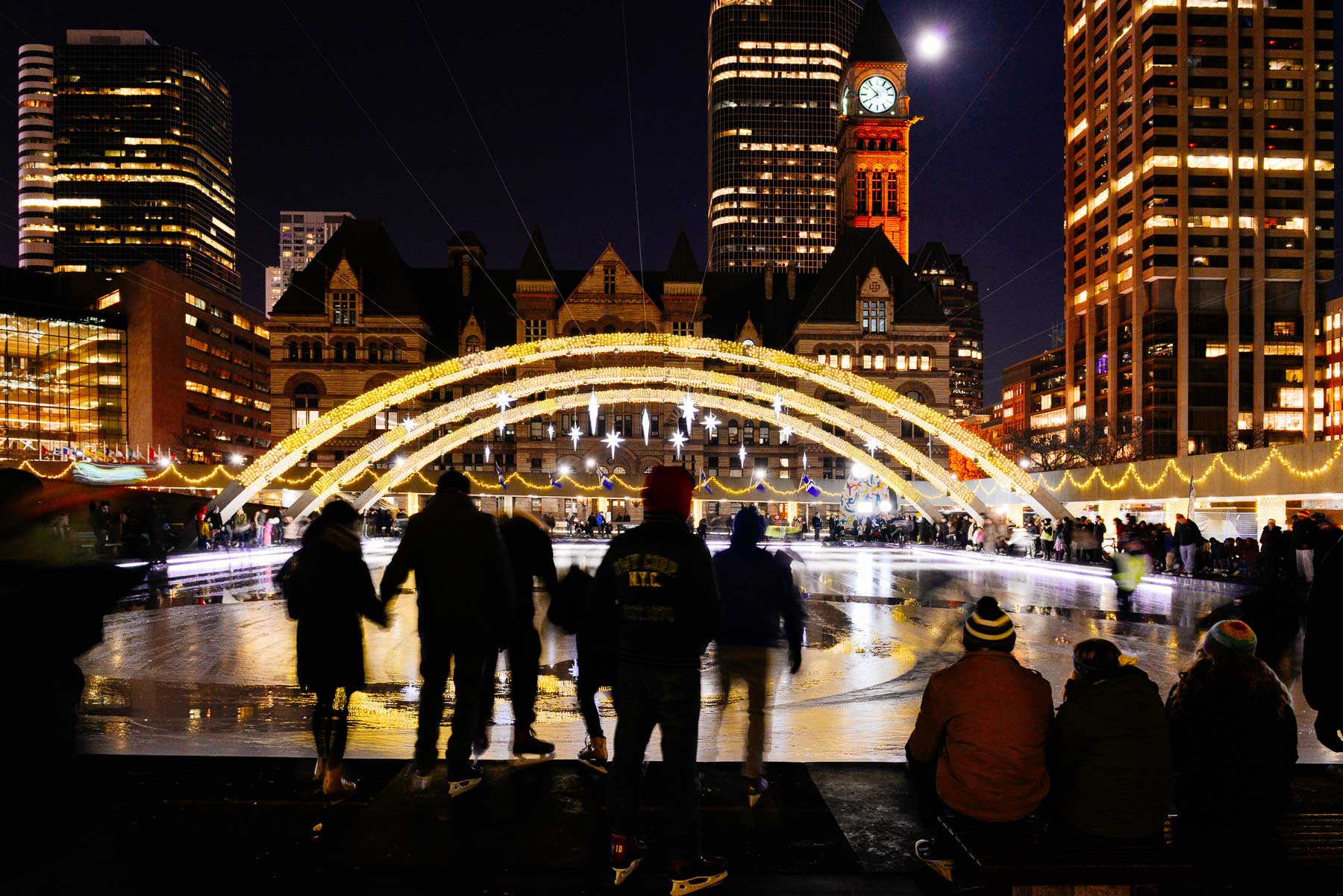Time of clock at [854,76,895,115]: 7:52
